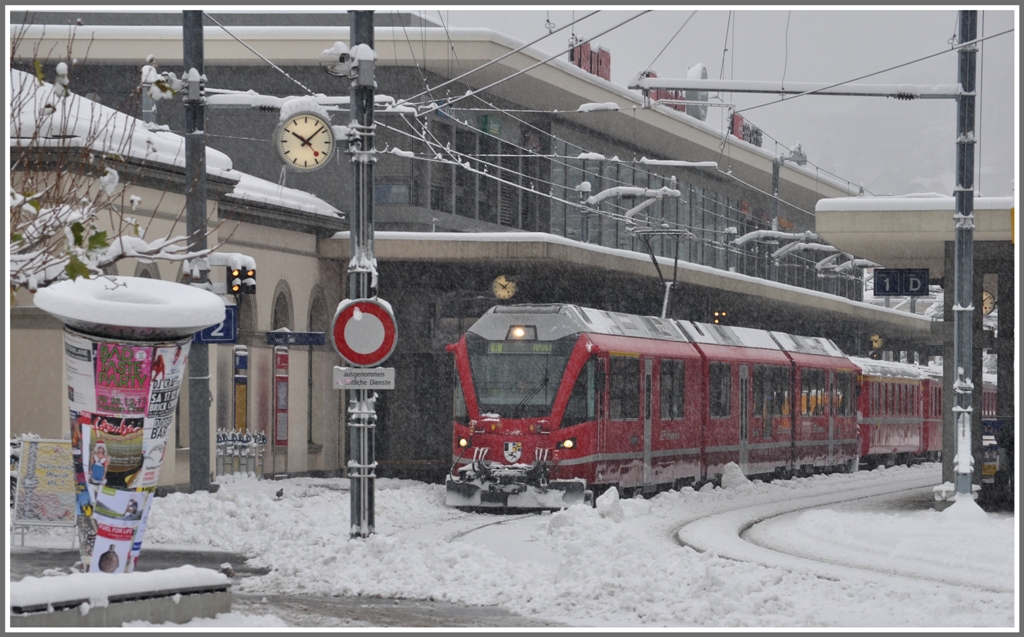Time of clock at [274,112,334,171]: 10:07
